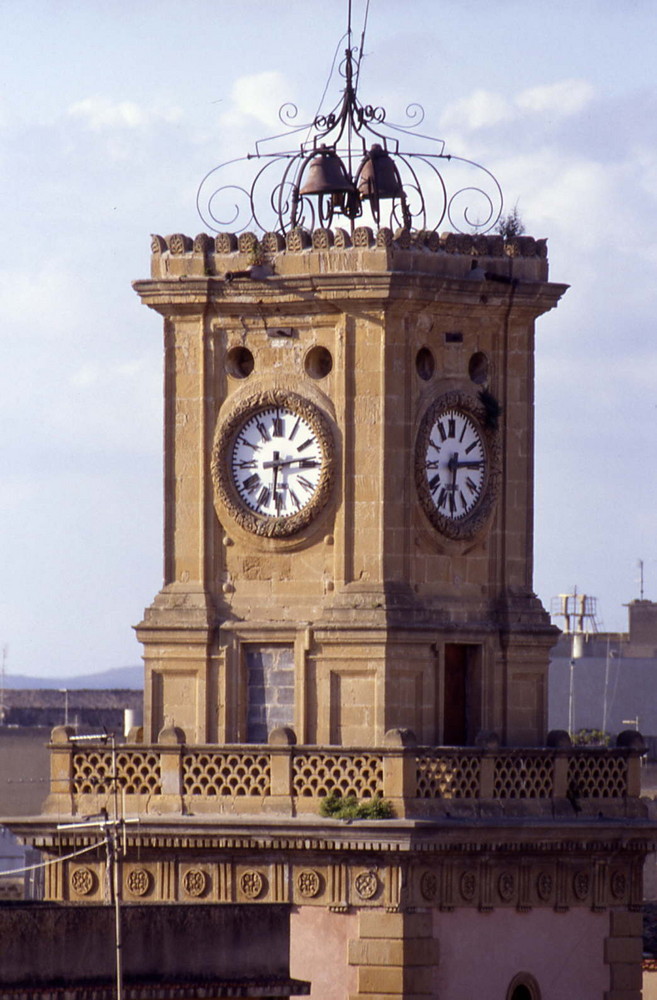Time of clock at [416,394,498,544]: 6:14
